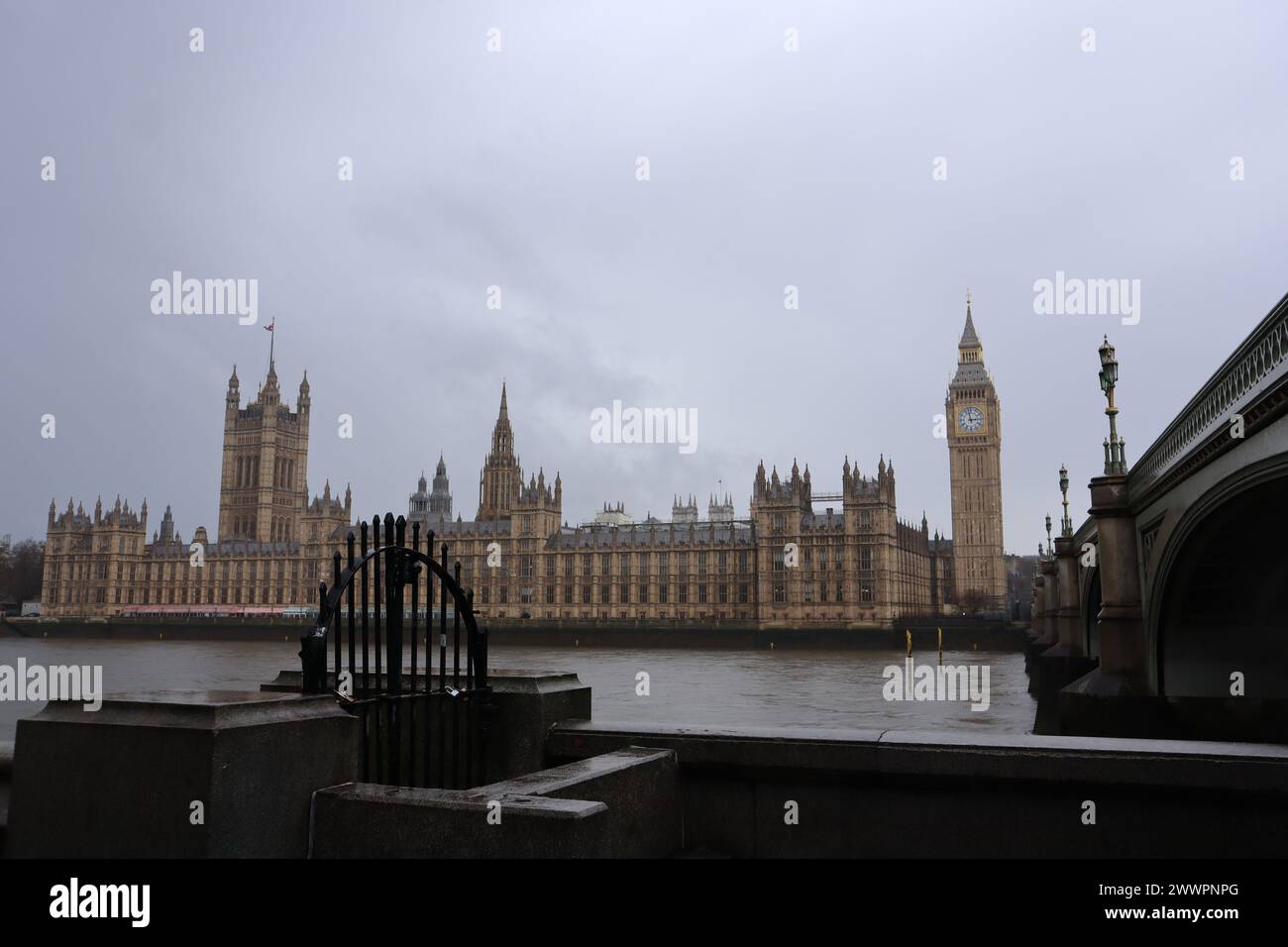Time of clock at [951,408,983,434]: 2:58
